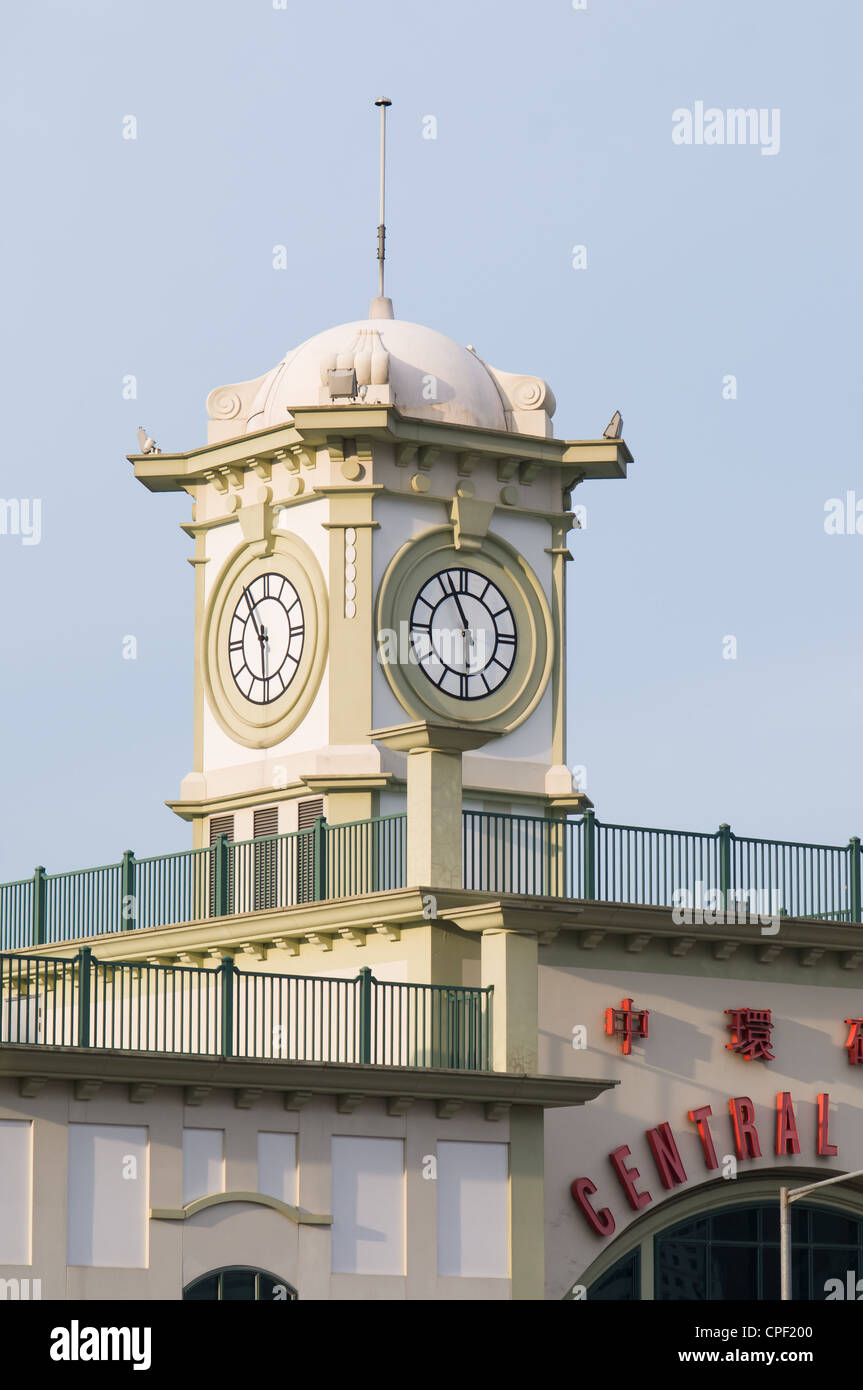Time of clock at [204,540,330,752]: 5:54
